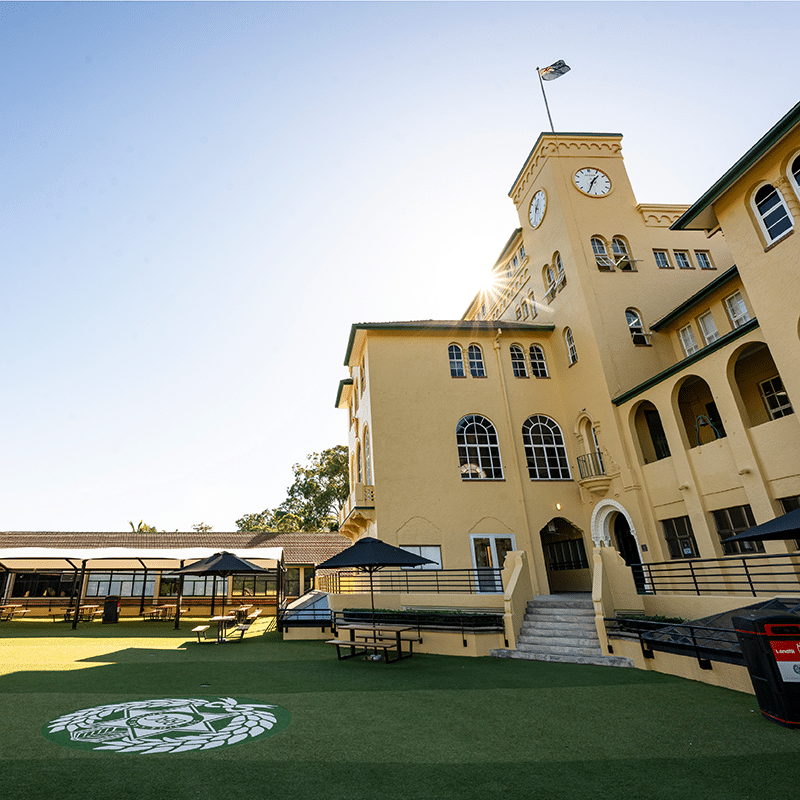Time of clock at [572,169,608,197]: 1:34
